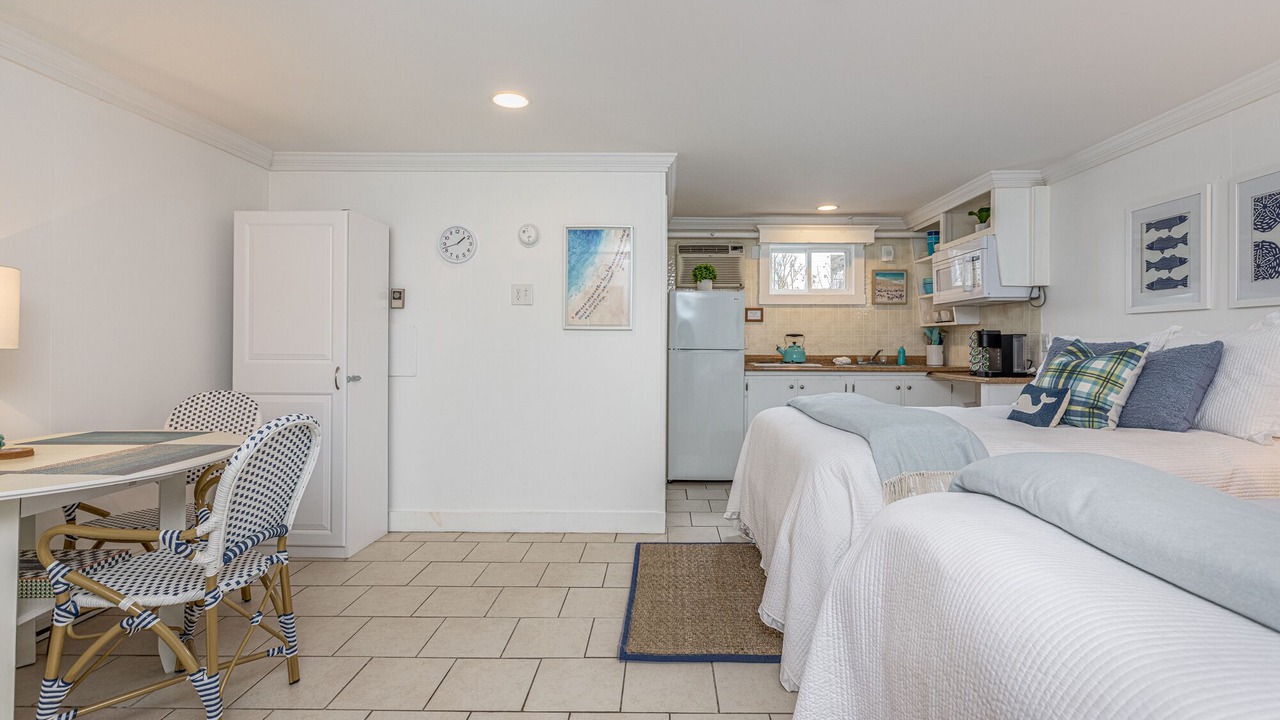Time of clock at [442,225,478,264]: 1:42
